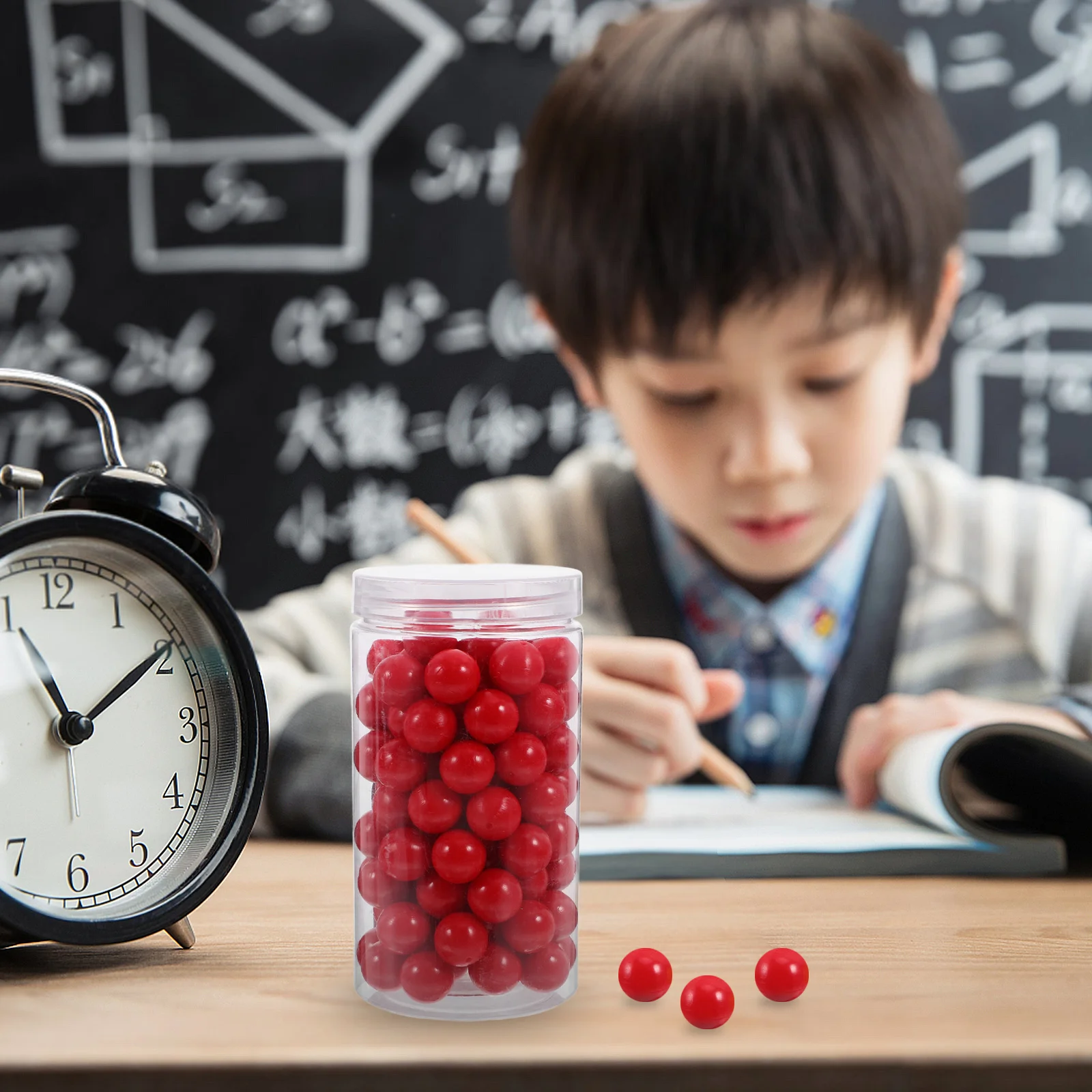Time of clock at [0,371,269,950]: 11:09
